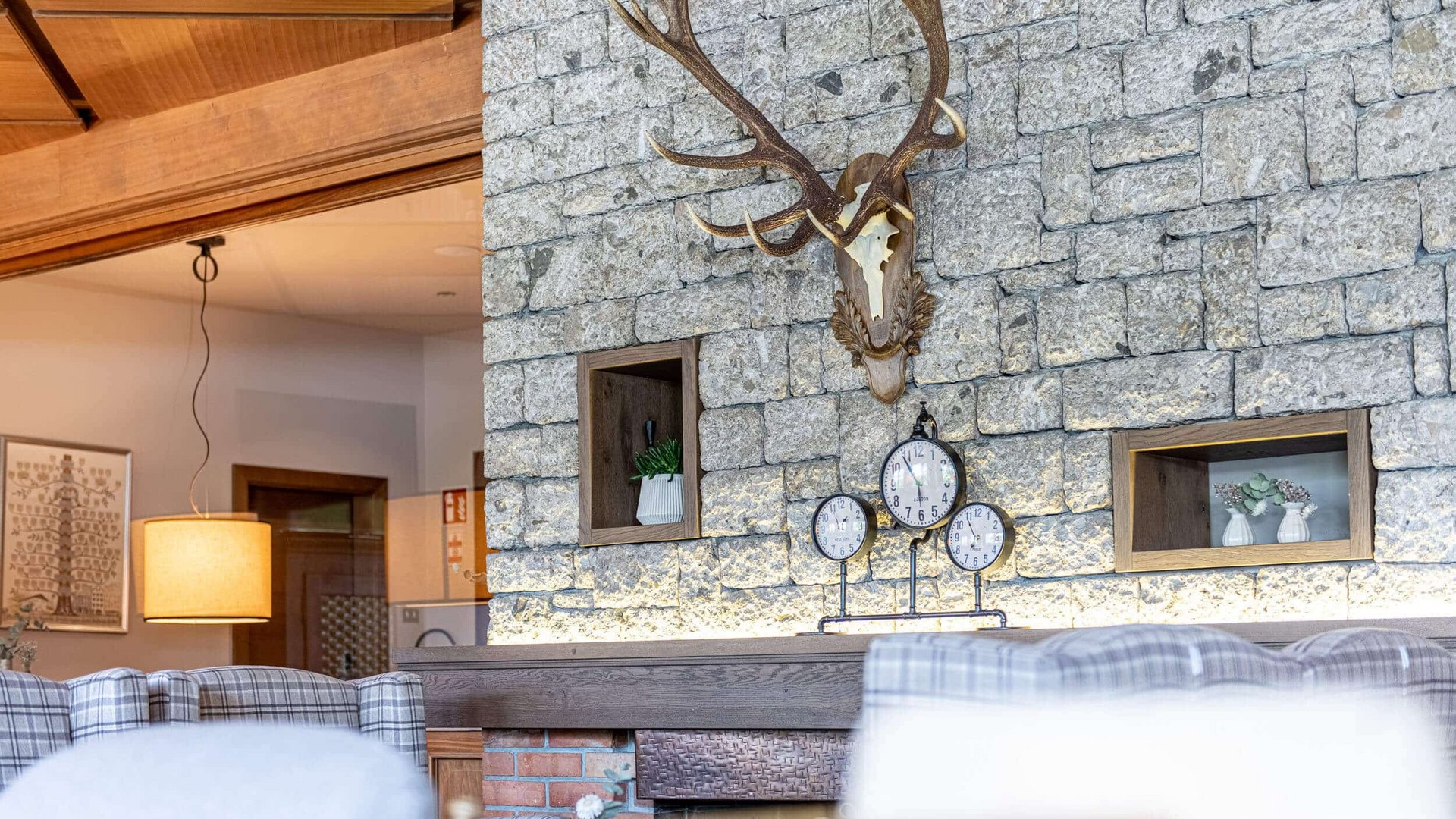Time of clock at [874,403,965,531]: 5:54
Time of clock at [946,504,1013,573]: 6:54
